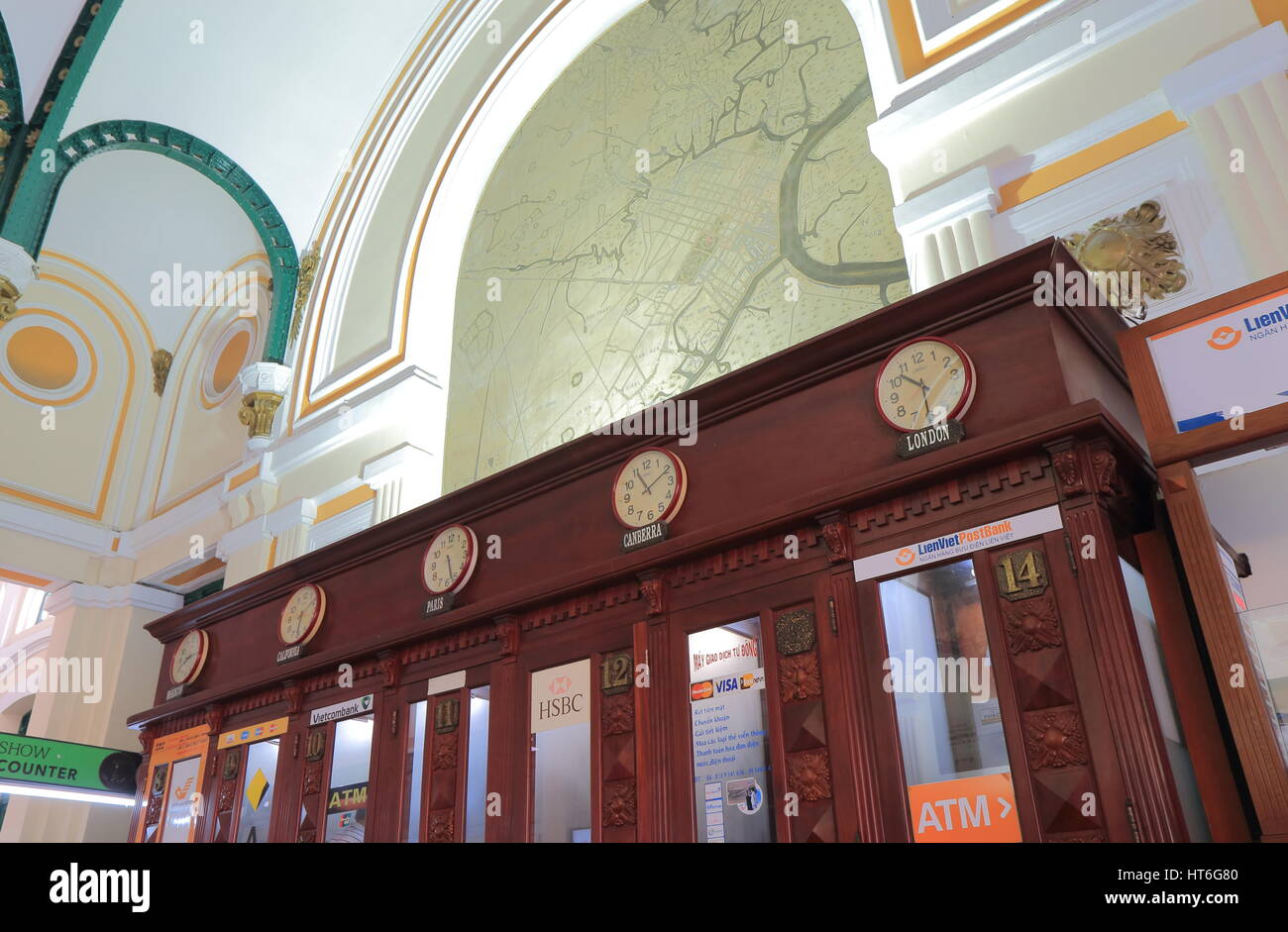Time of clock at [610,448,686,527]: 11:10
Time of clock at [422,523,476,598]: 5:26
